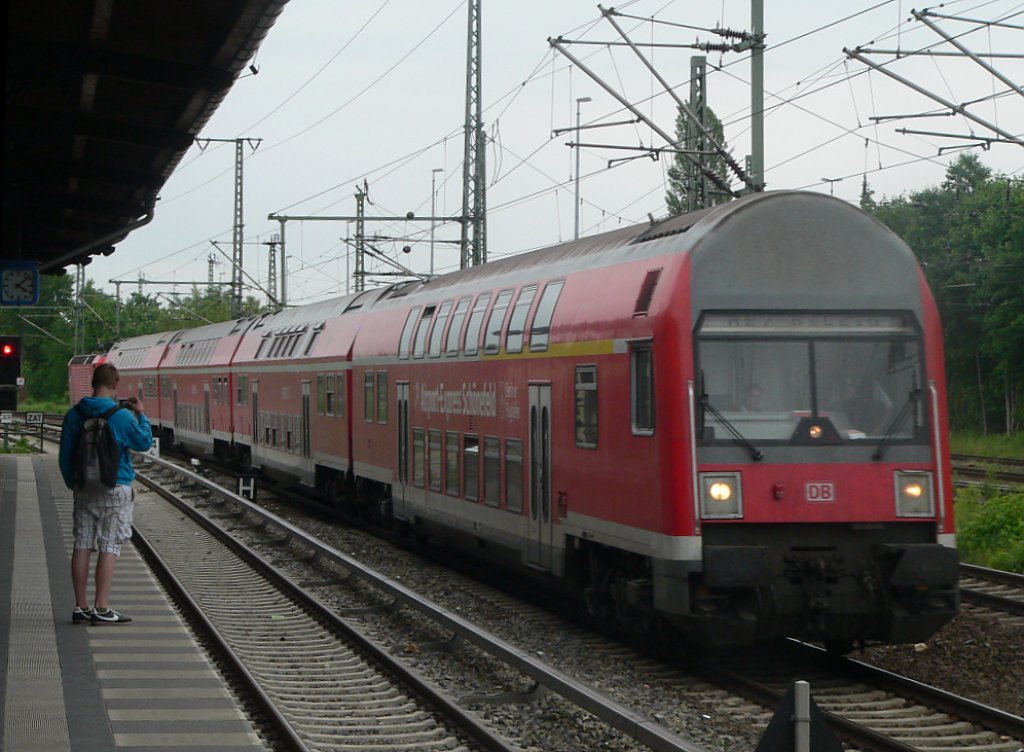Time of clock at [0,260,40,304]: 4:07
